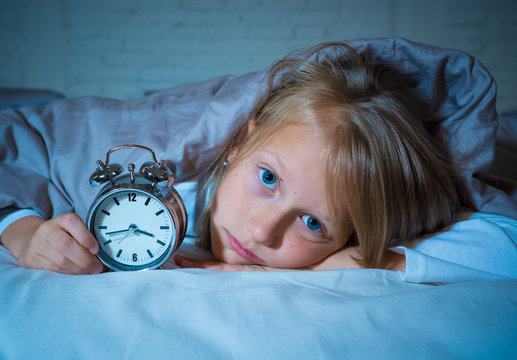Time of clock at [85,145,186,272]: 3:42
